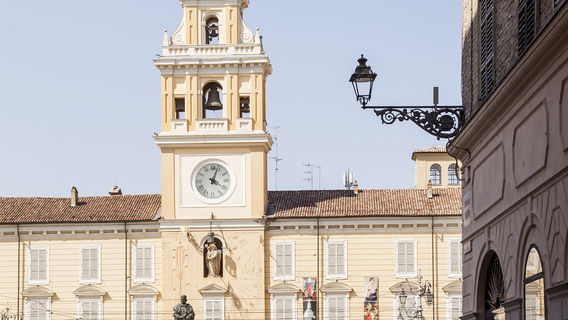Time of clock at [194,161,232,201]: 4:03
